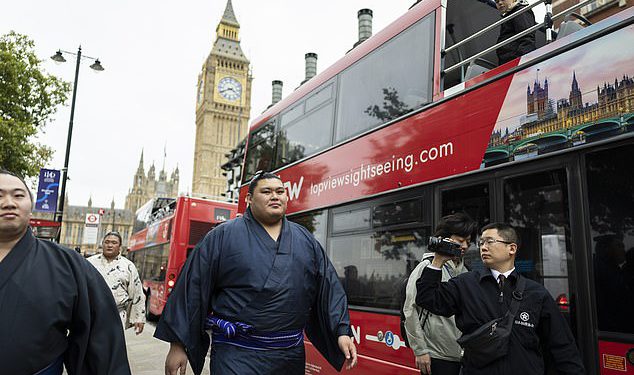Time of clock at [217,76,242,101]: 3:40
